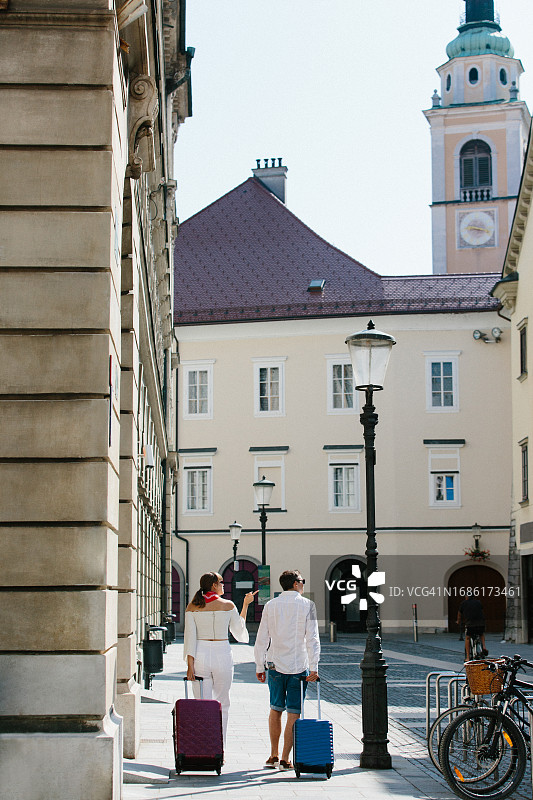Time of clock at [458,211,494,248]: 9:17
